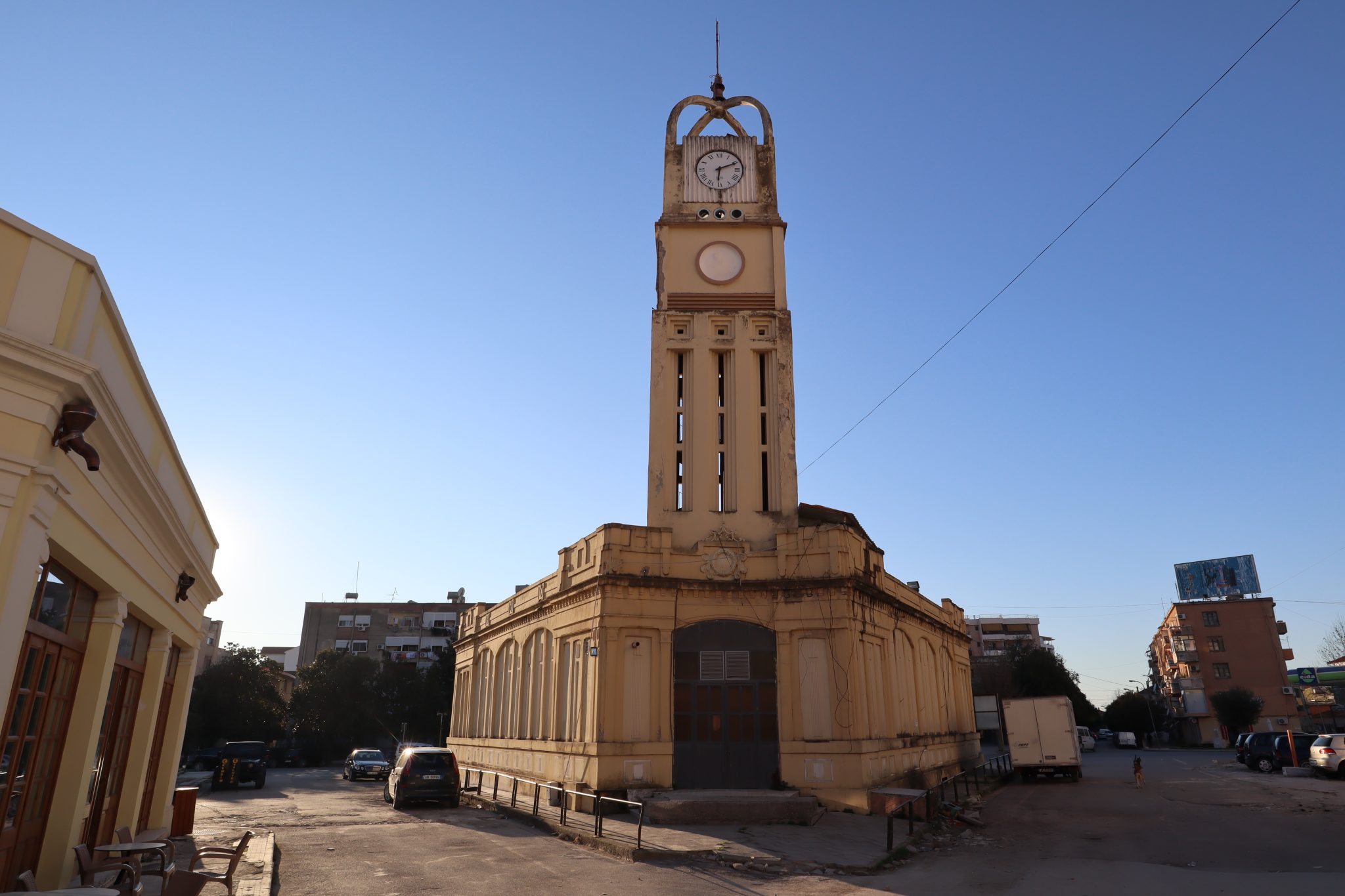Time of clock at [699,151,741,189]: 6:11
